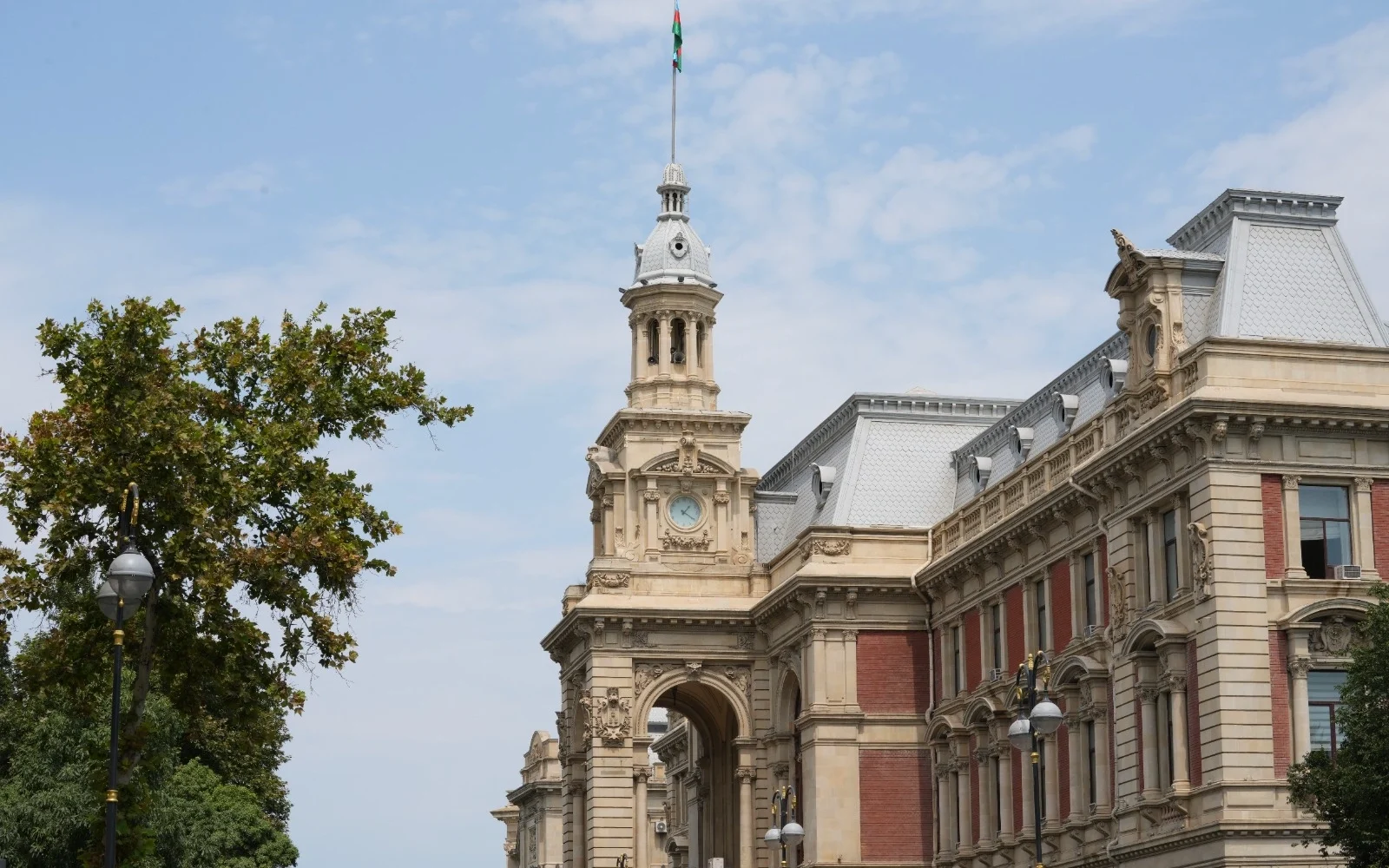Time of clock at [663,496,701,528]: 1:20
